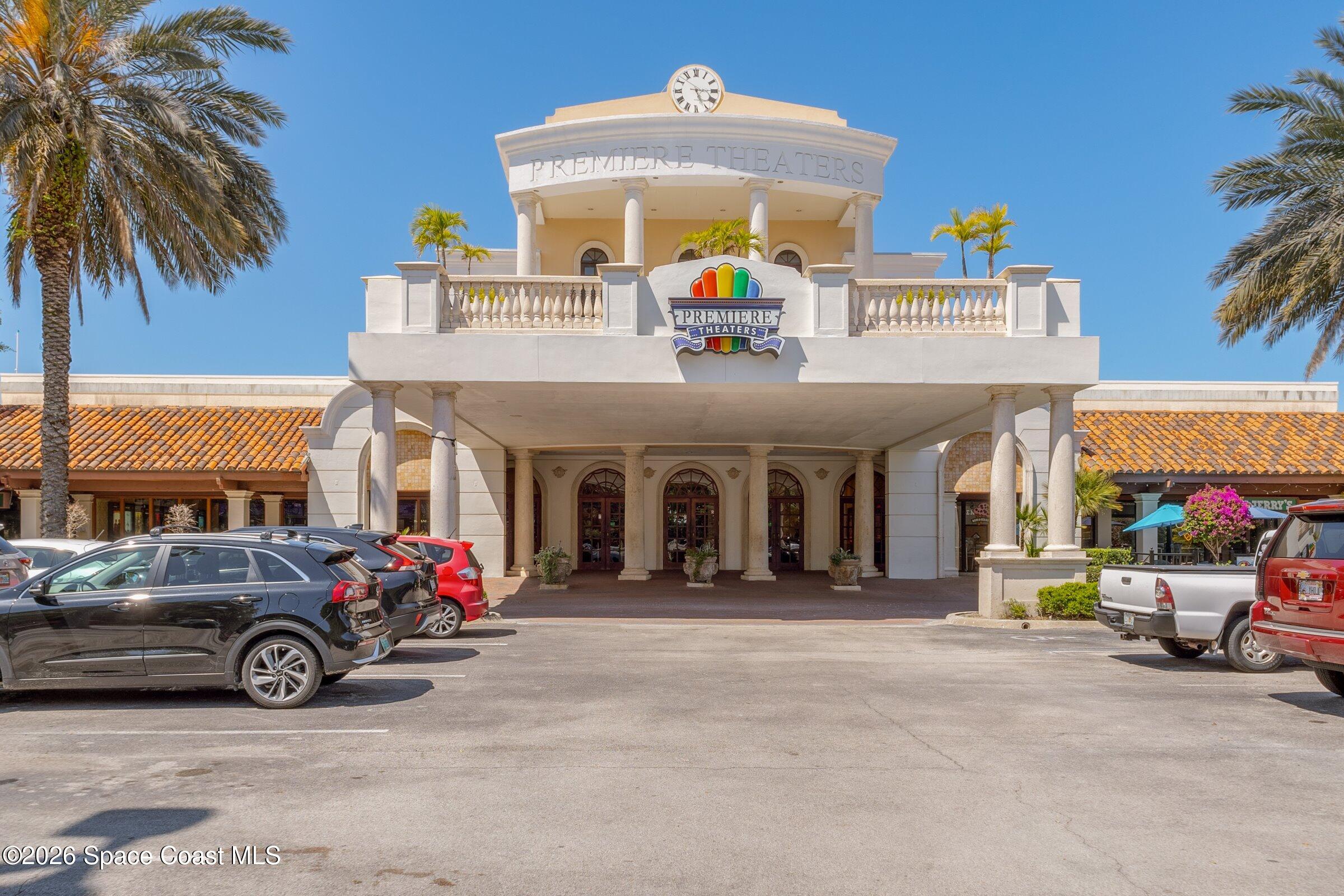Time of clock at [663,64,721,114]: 5:15
